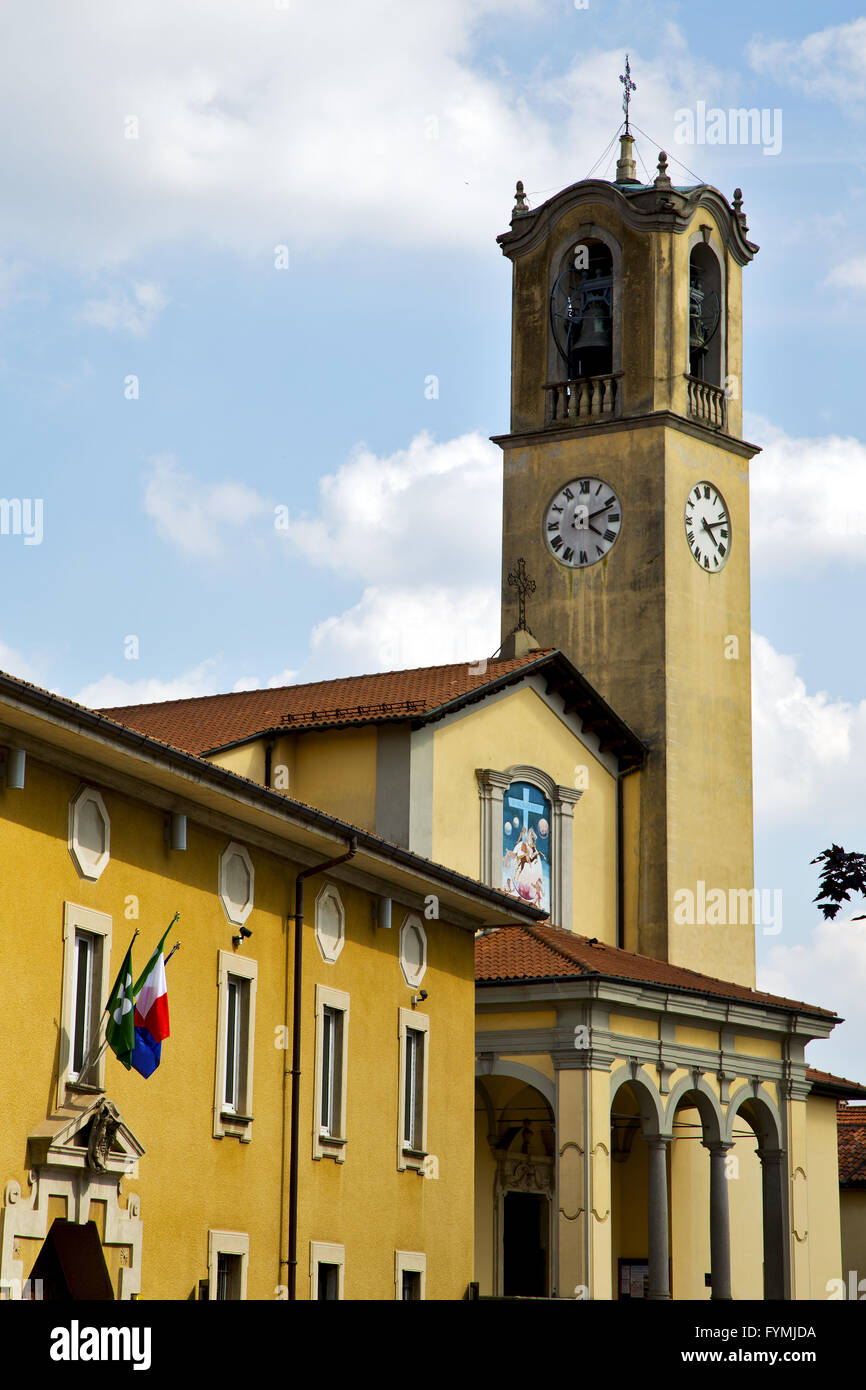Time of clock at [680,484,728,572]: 4:12
